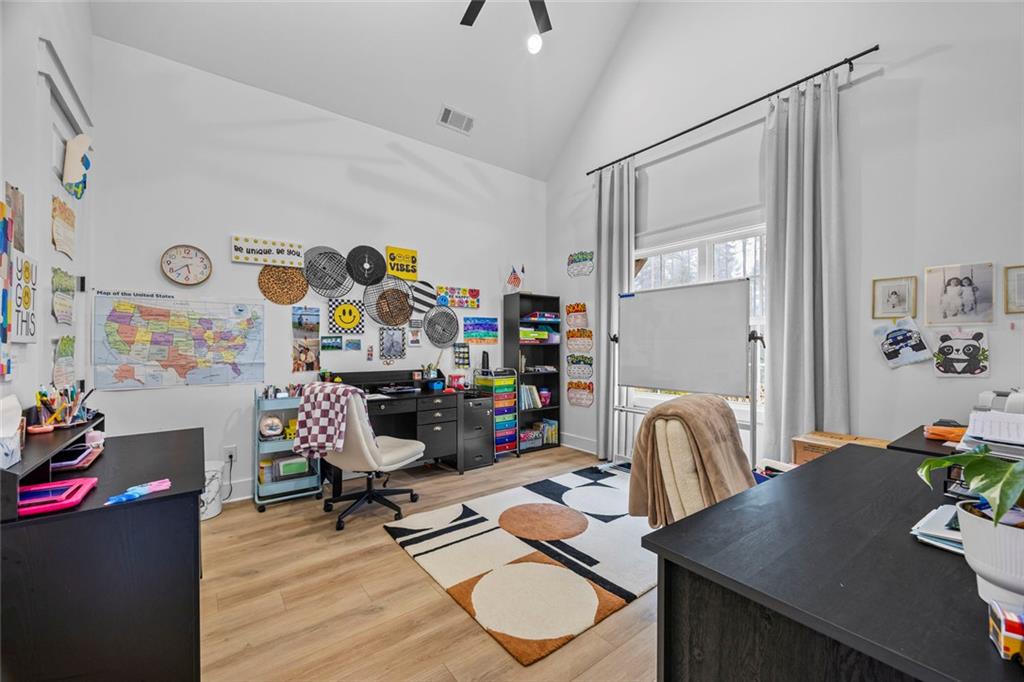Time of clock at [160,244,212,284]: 5:38
